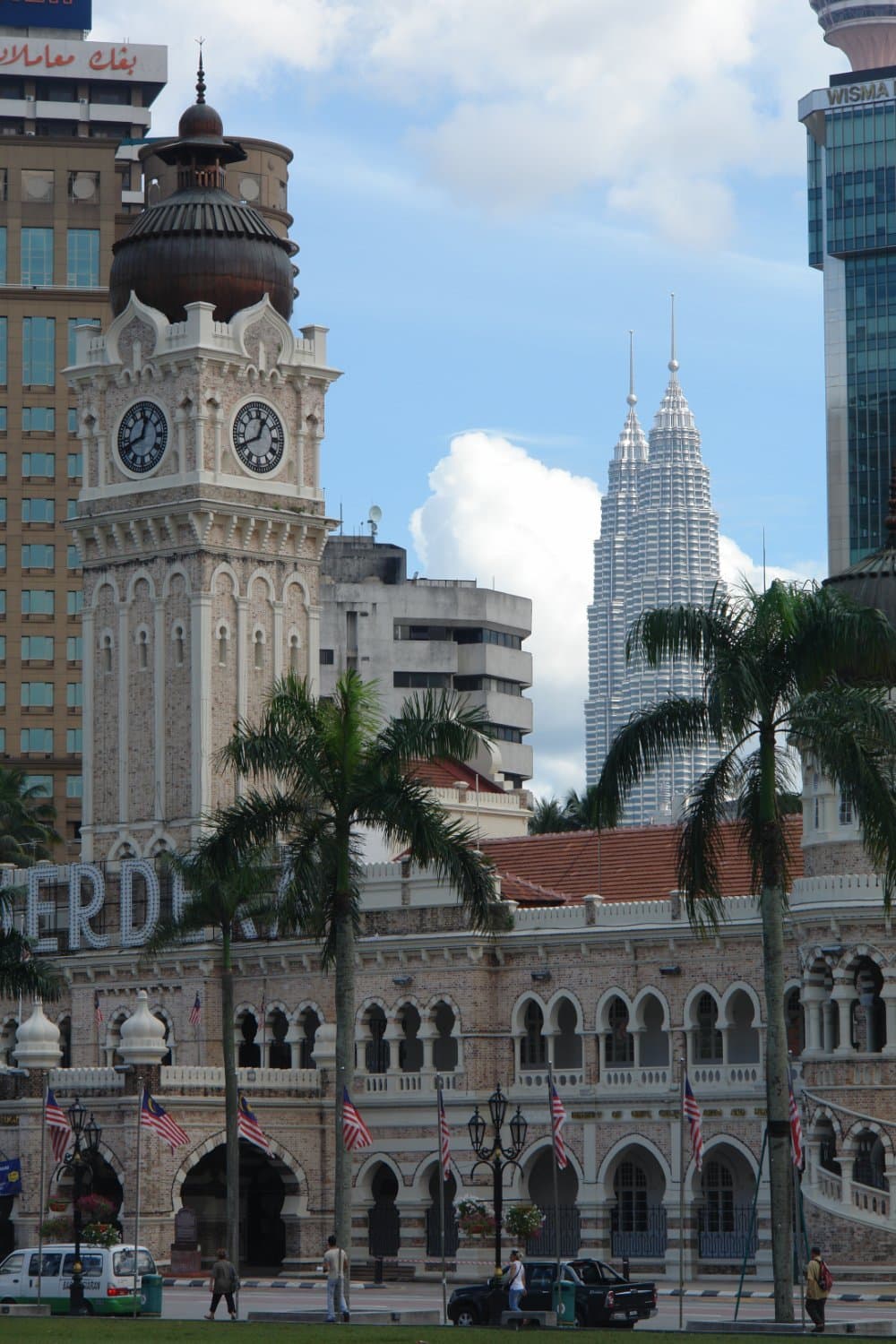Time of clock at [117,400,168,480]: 12:41
